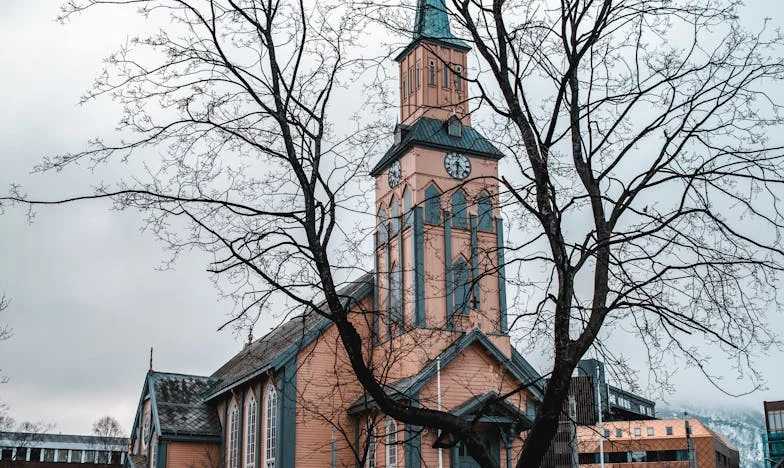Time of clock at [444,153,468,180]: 8:31
